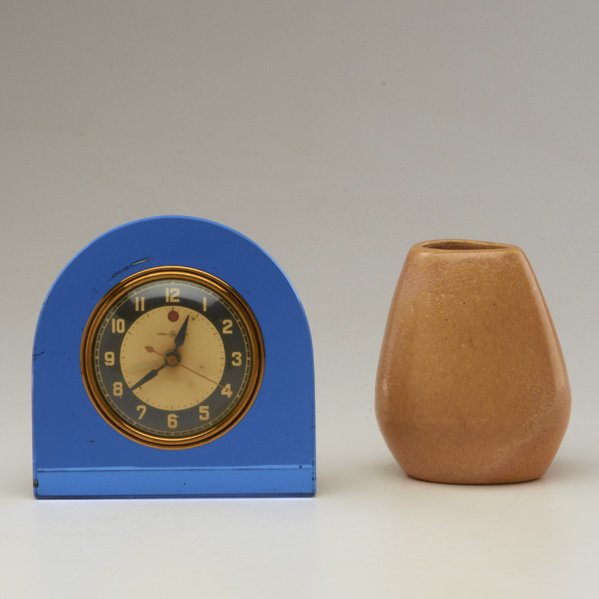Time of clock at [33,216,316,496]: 12:38
